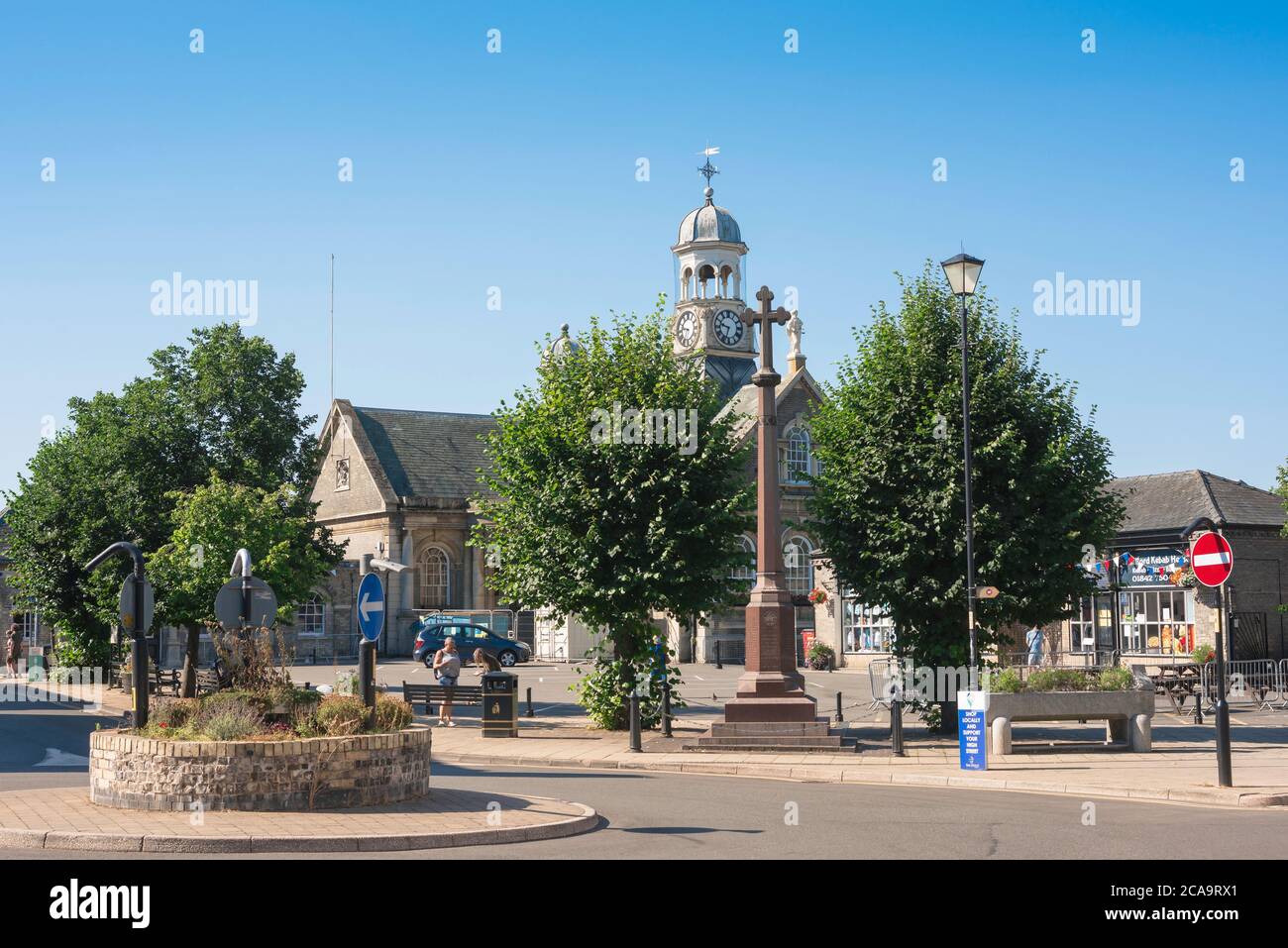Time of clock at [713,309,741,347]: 9:33
